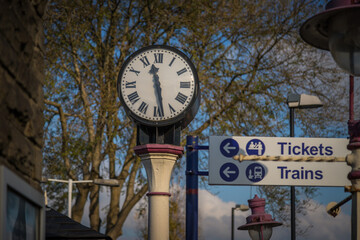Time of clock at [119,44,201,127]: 11:28
